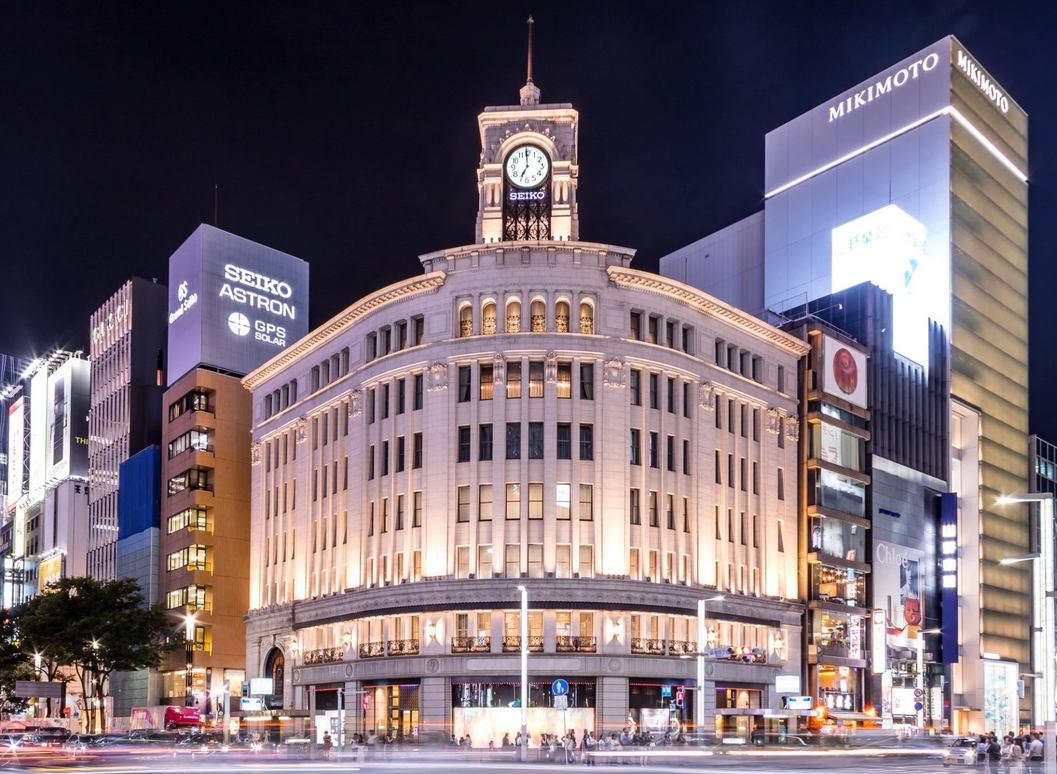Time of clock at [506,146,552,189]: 6:59
